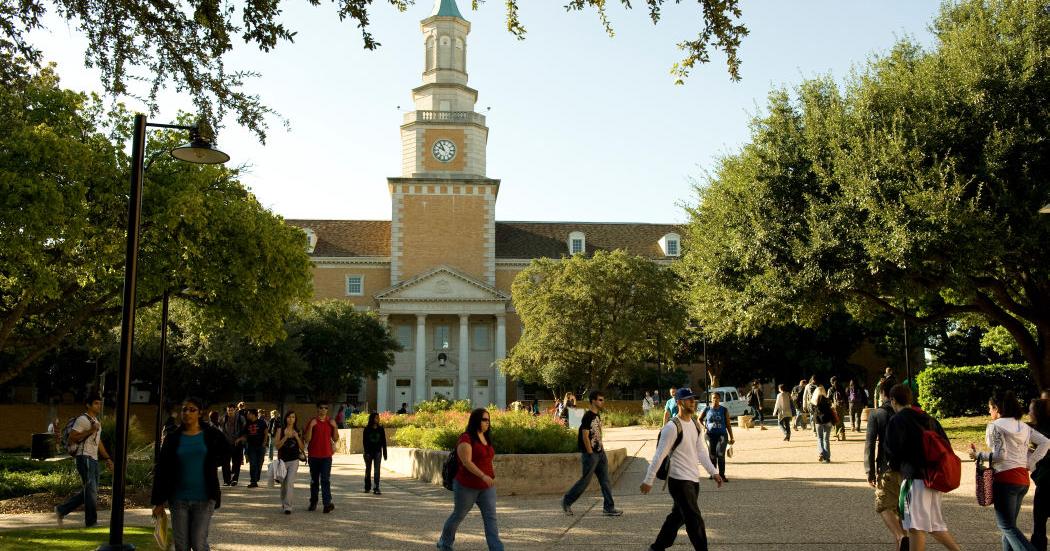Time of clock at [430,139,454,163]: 9:55
